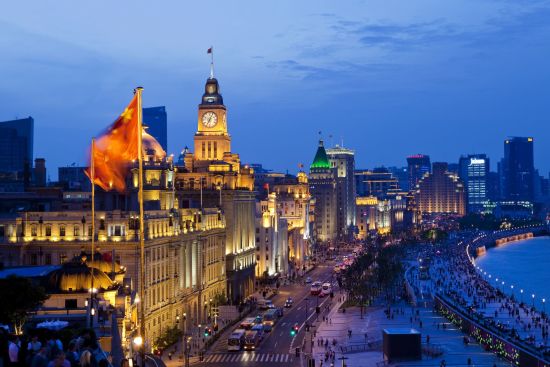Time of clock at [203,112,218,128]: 7:04
